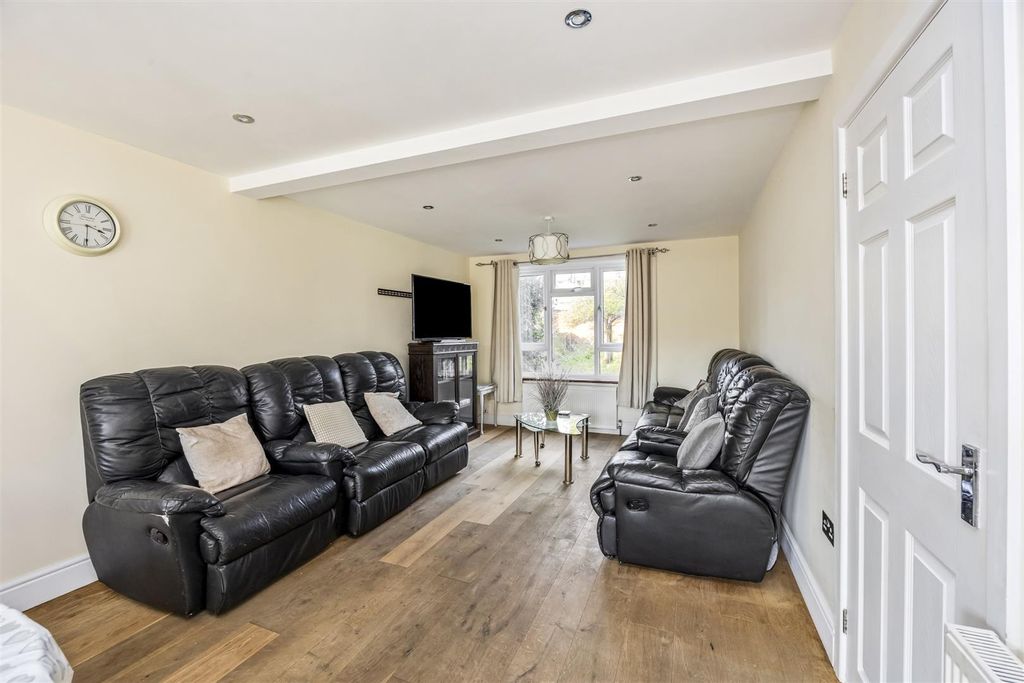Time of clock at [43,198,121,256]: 3:29
